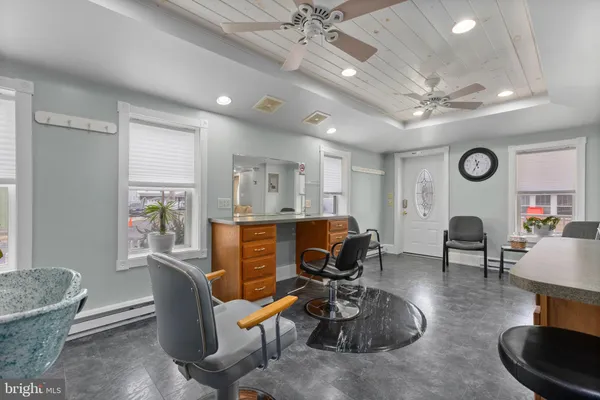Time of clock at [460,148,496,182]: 11:34
